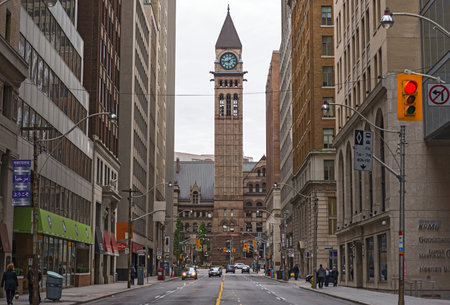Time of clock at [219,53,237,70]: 1:43
